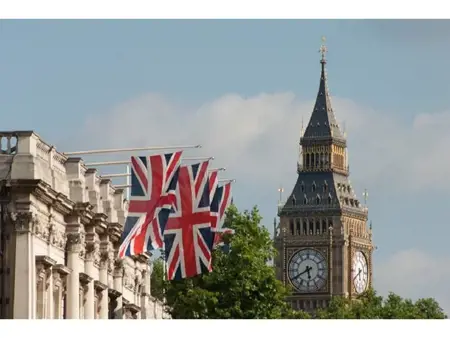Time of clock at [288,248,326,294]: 5:40
